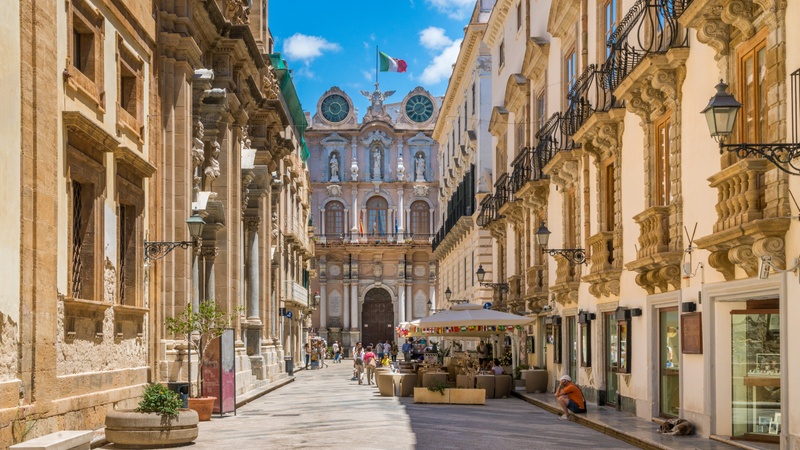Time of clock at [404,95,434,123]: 8:09
